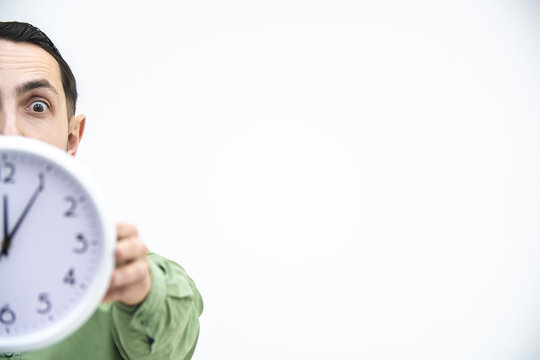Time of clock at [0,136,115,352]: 12:05
